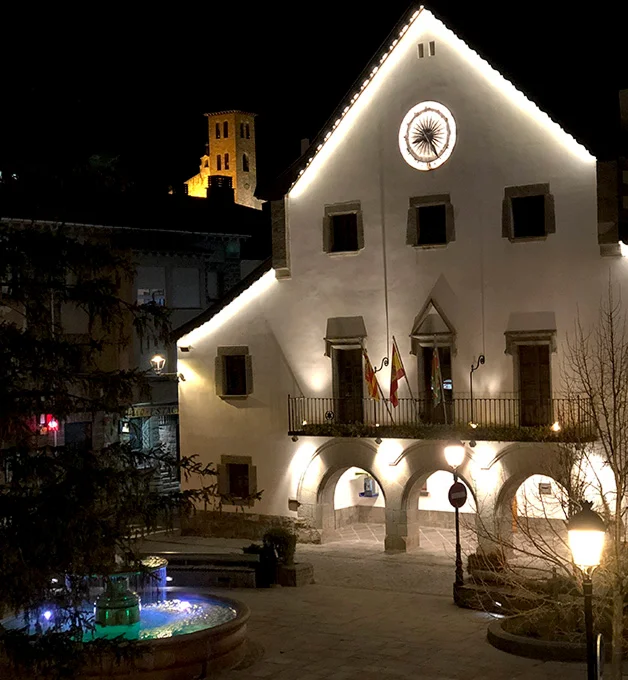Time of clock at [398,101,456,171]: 8:24
